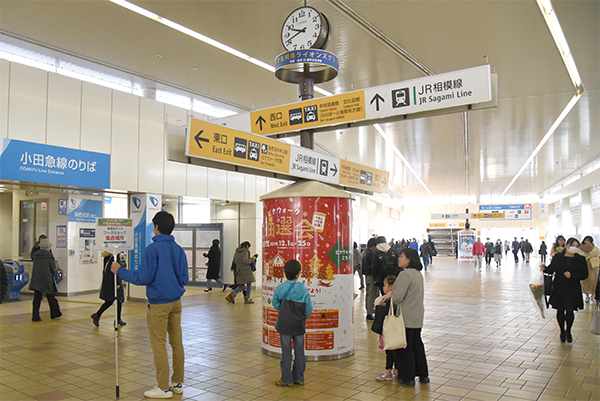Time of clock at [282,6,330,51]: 9:41
